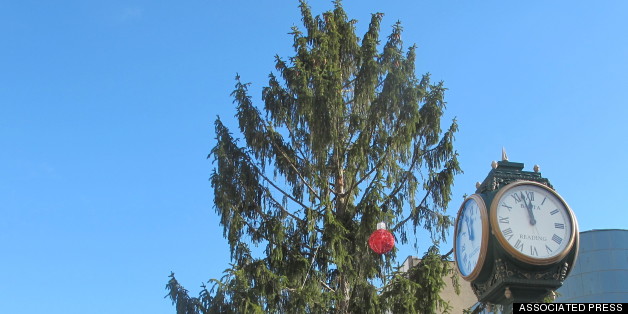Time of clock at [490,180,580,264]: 11:57
